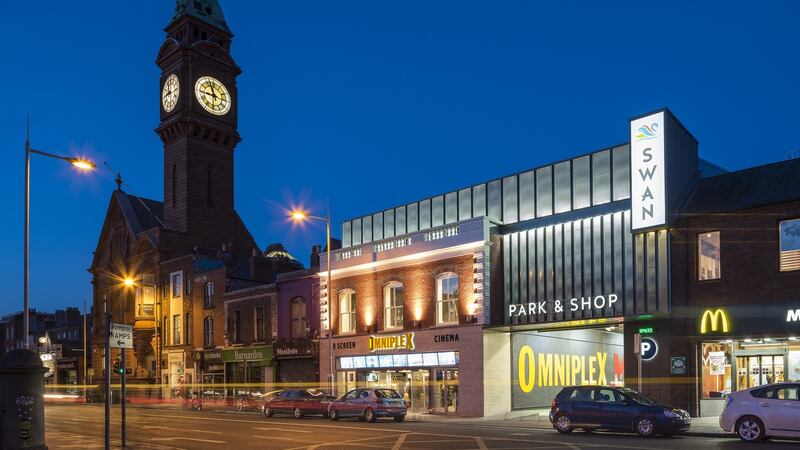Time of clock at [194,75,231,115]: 8:56
